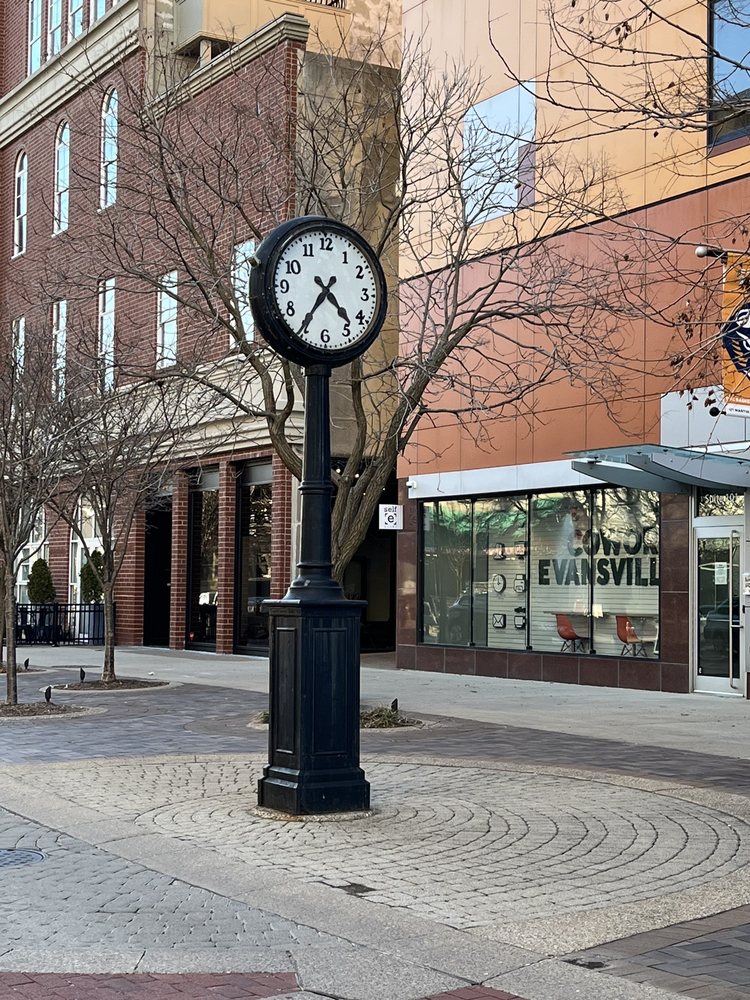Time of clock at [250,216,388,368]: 4:35
